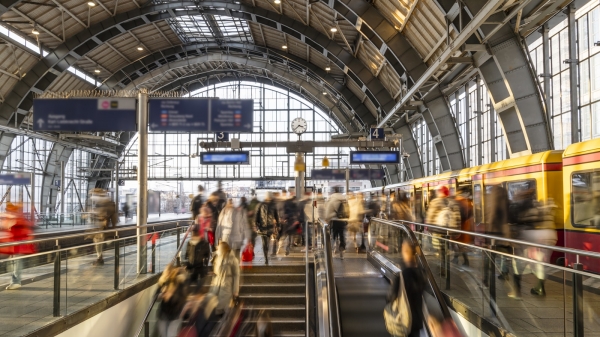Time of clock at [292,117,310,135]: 3:38
